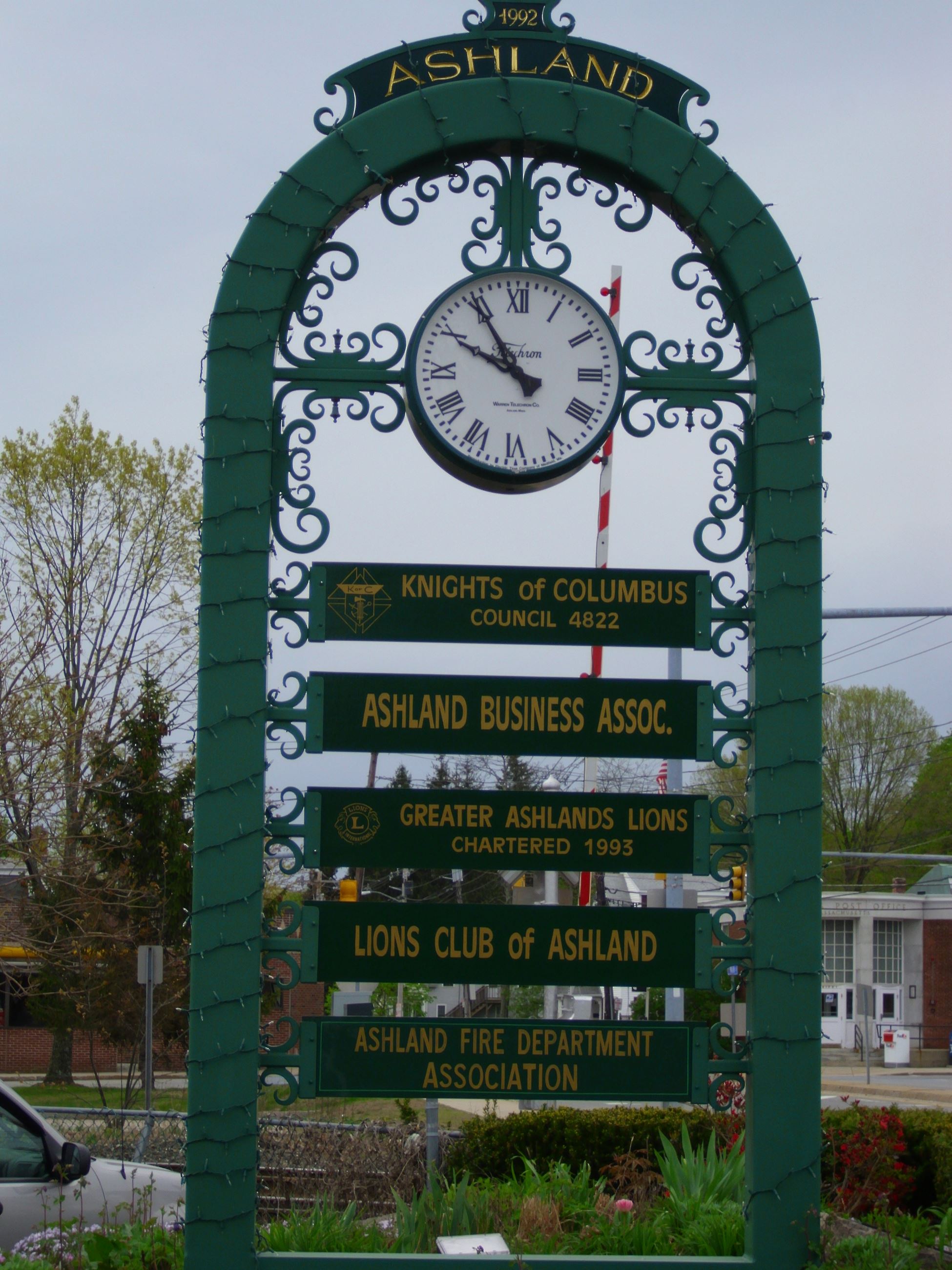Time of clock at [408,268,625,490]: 9:54
